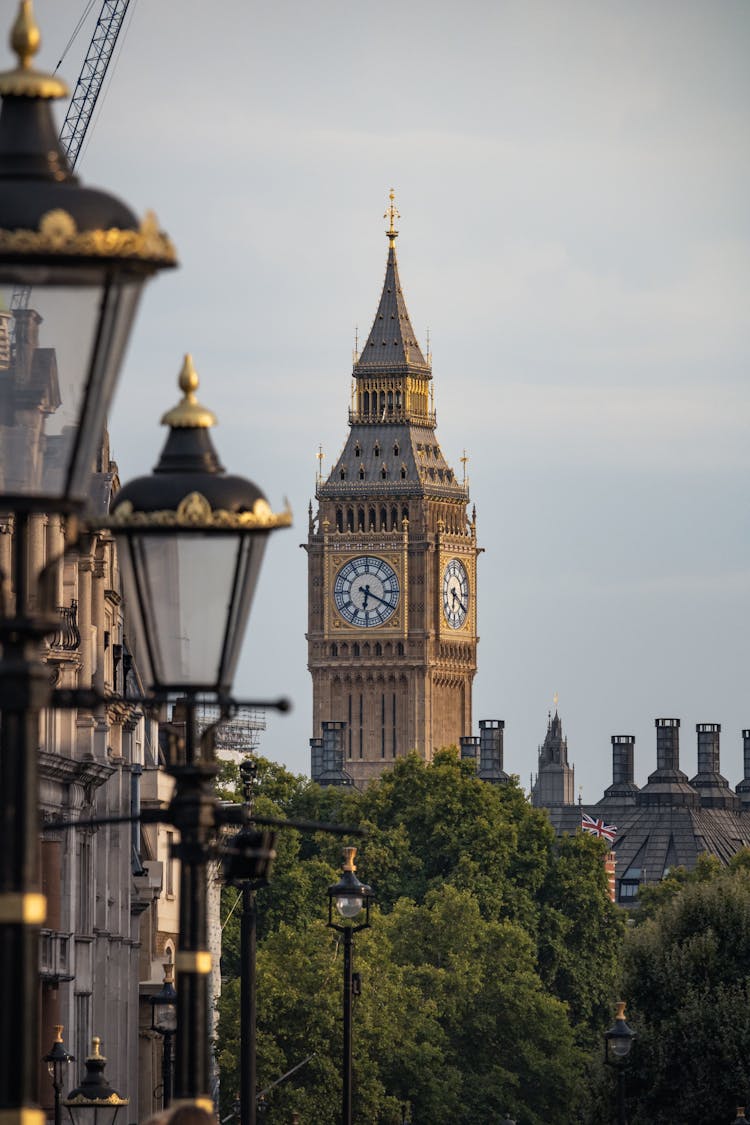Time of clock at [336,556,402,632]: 6:19
